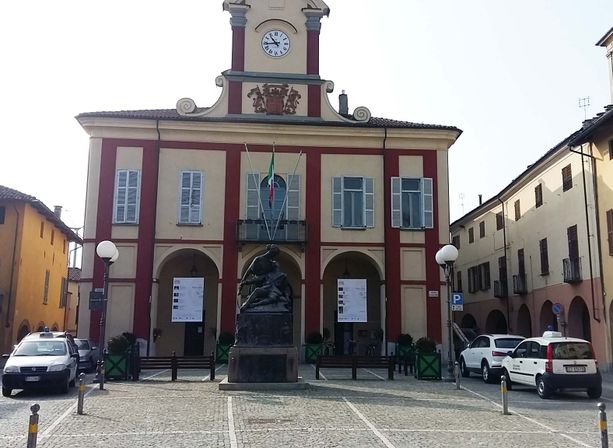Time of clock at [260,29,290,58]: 10:43
